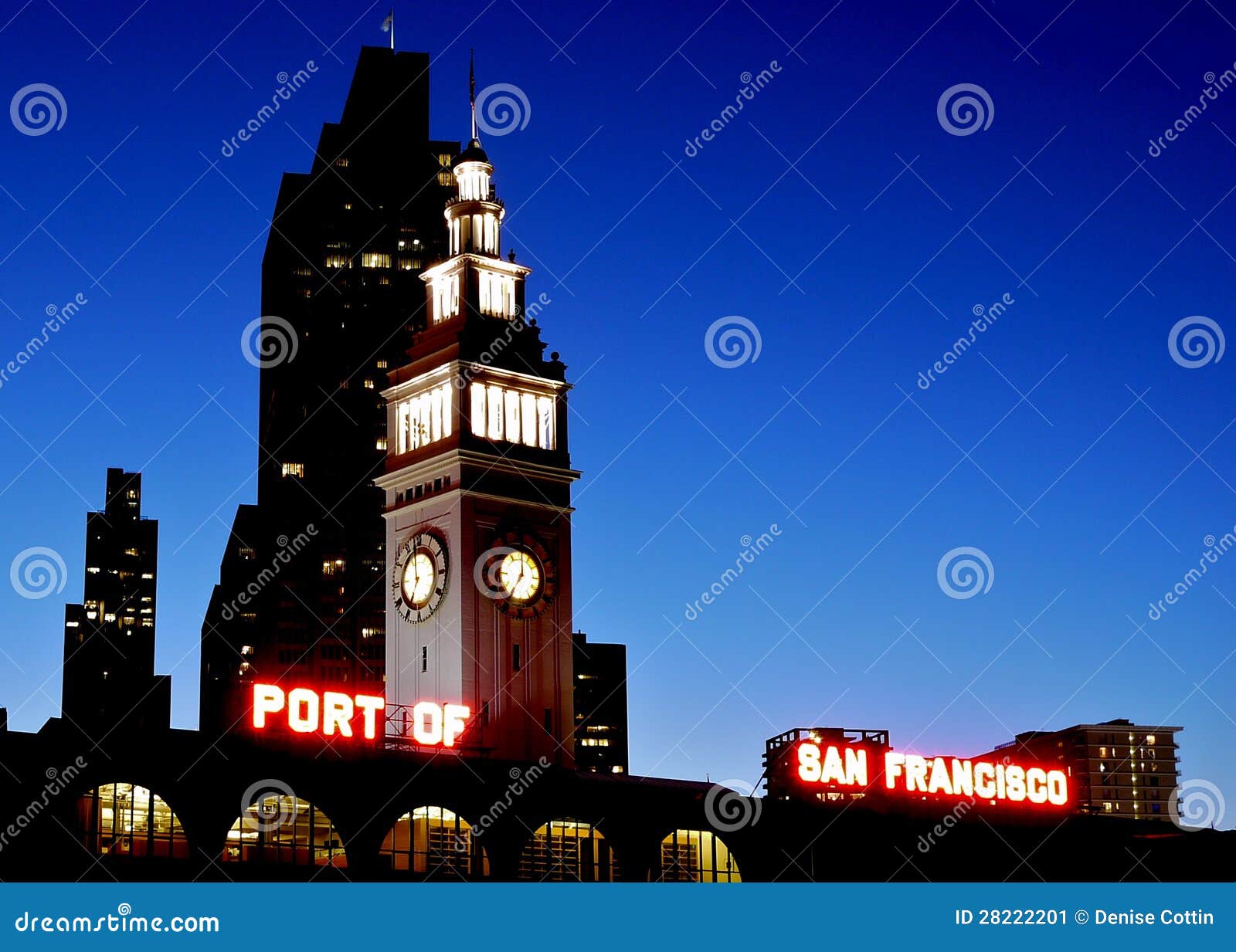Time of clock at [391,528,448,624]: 6:58
